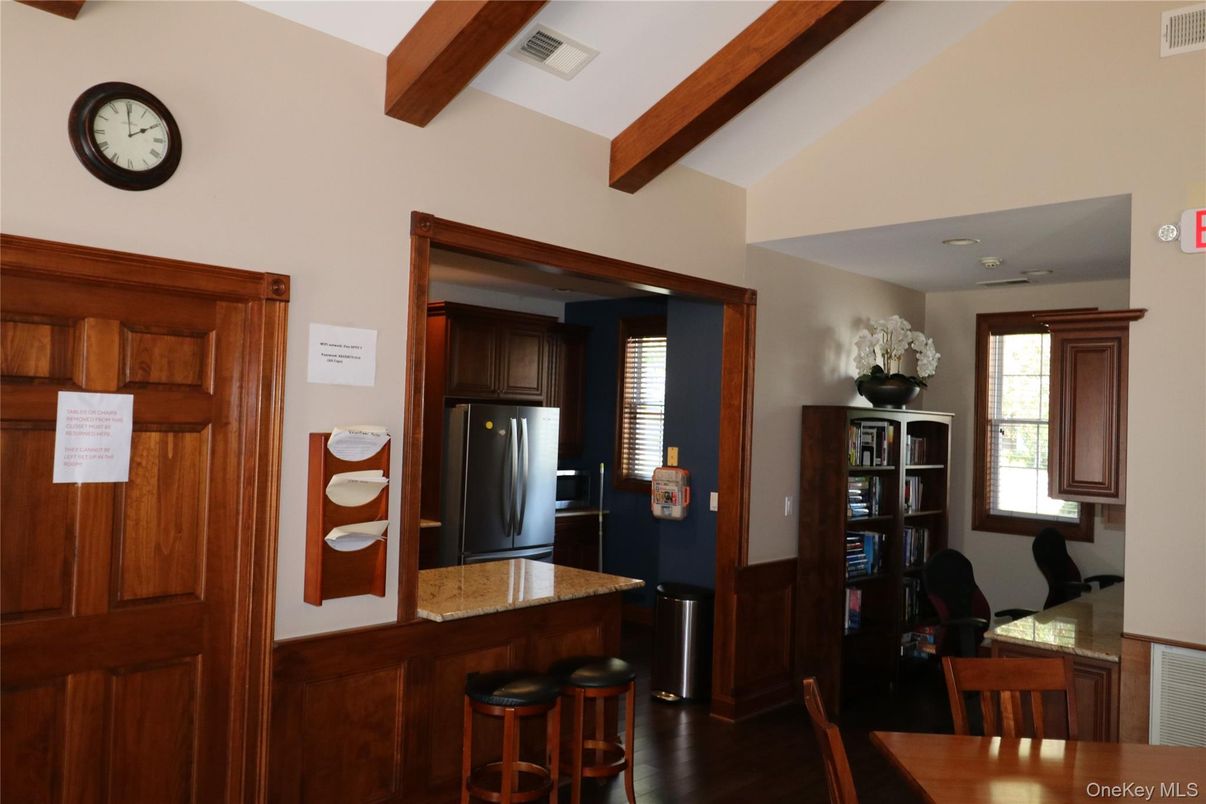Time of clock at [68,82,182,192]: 1:59
